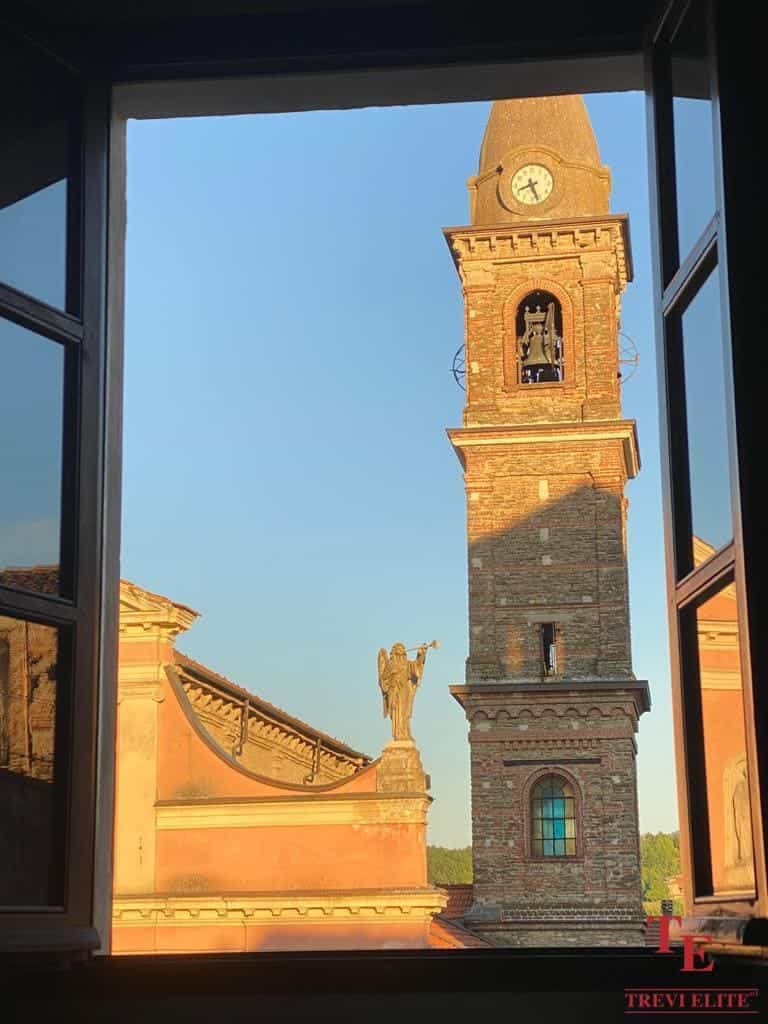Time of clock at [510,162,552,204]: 8:26
